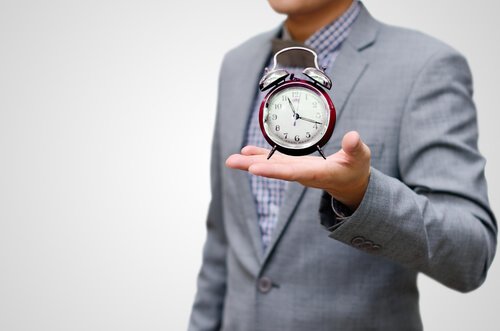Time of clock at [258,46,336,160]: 11:18
